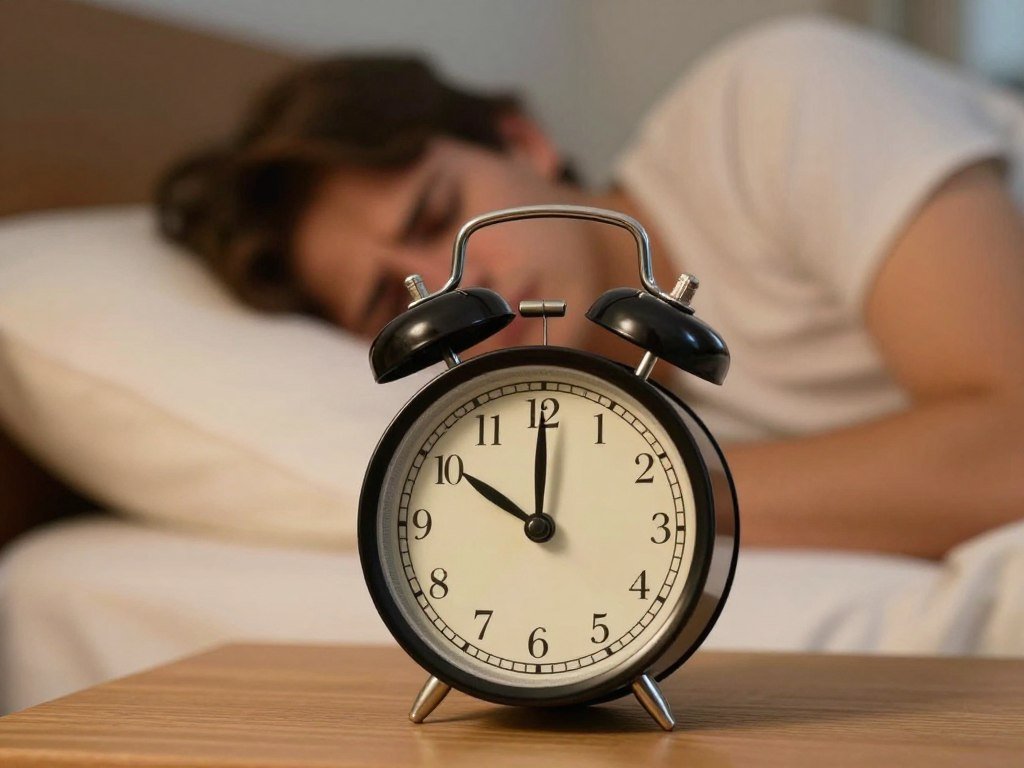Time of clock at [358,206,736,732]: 10:00
